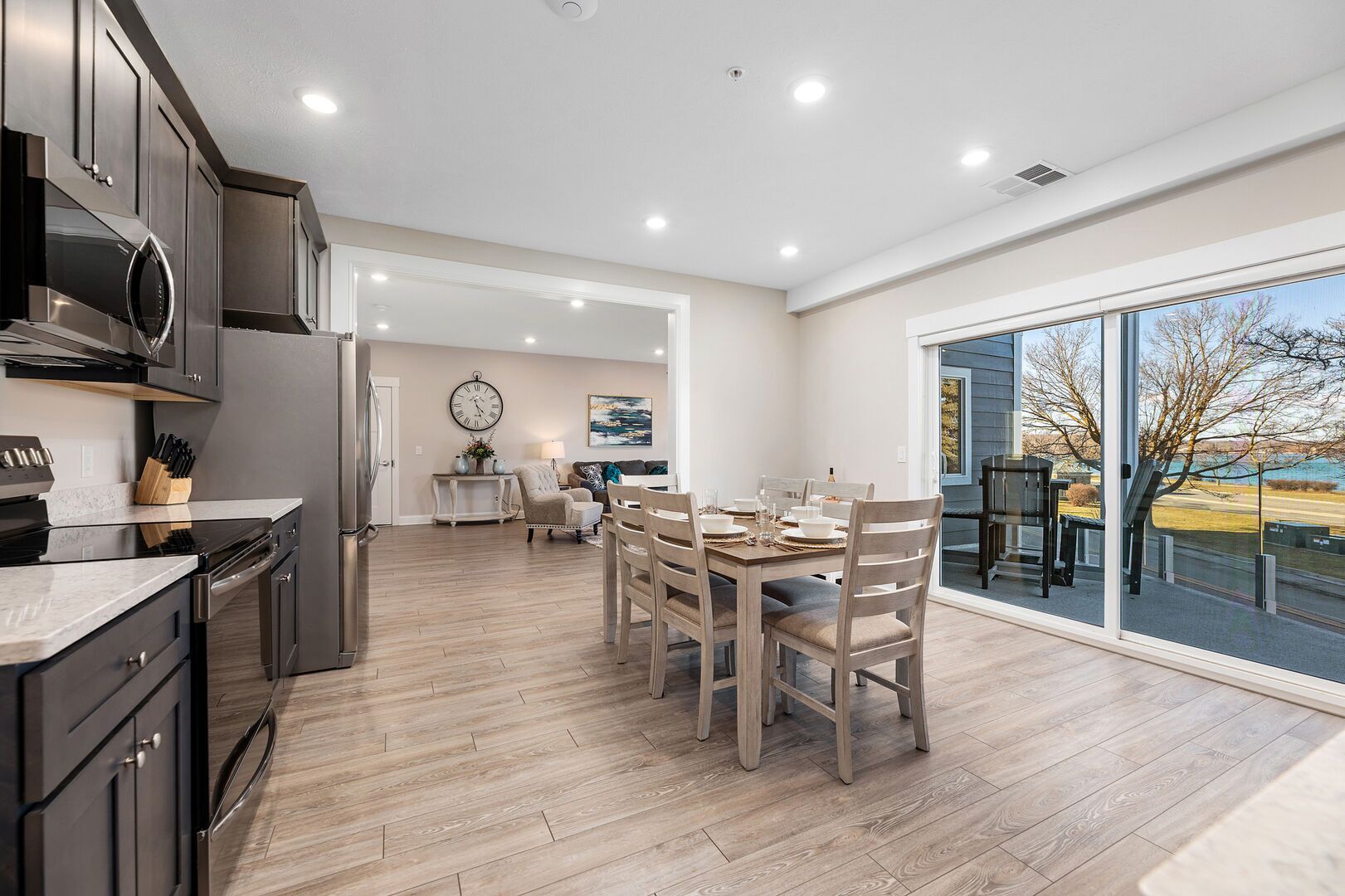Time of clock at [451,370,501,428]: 4:27
